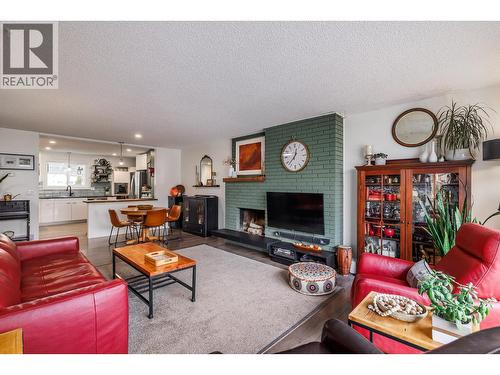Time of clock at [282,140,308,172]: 12:37
